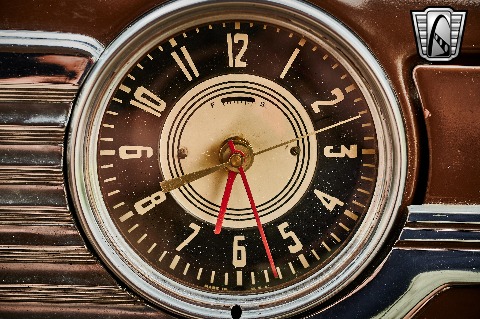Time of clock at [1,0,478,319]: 6:41
